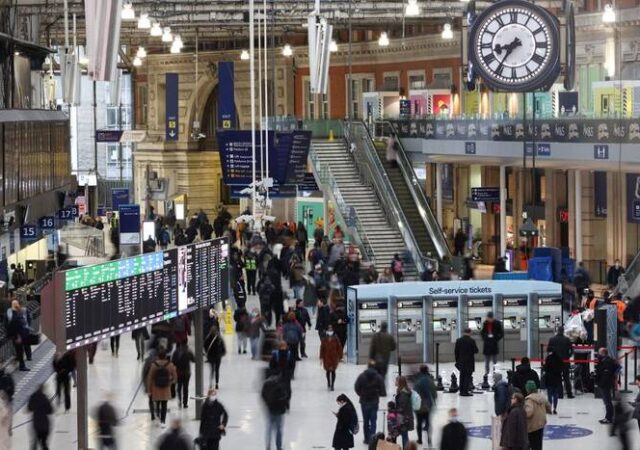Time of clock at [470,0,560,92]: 8:35
